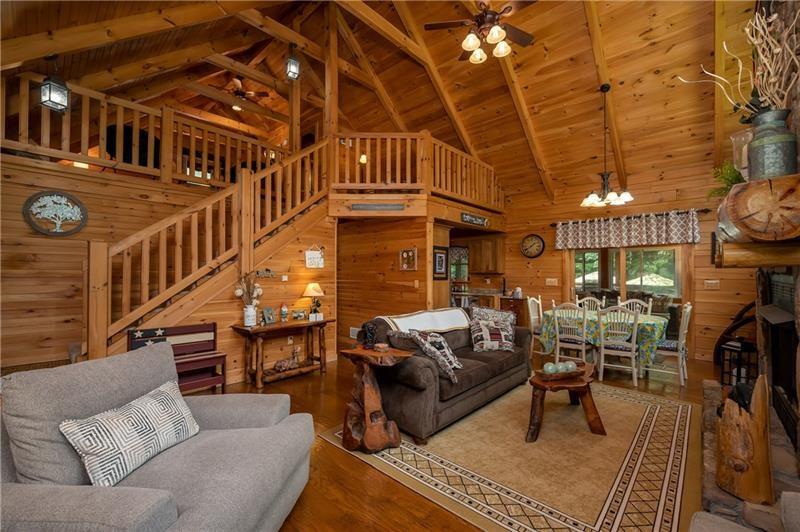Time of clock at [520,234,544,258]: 1:39
